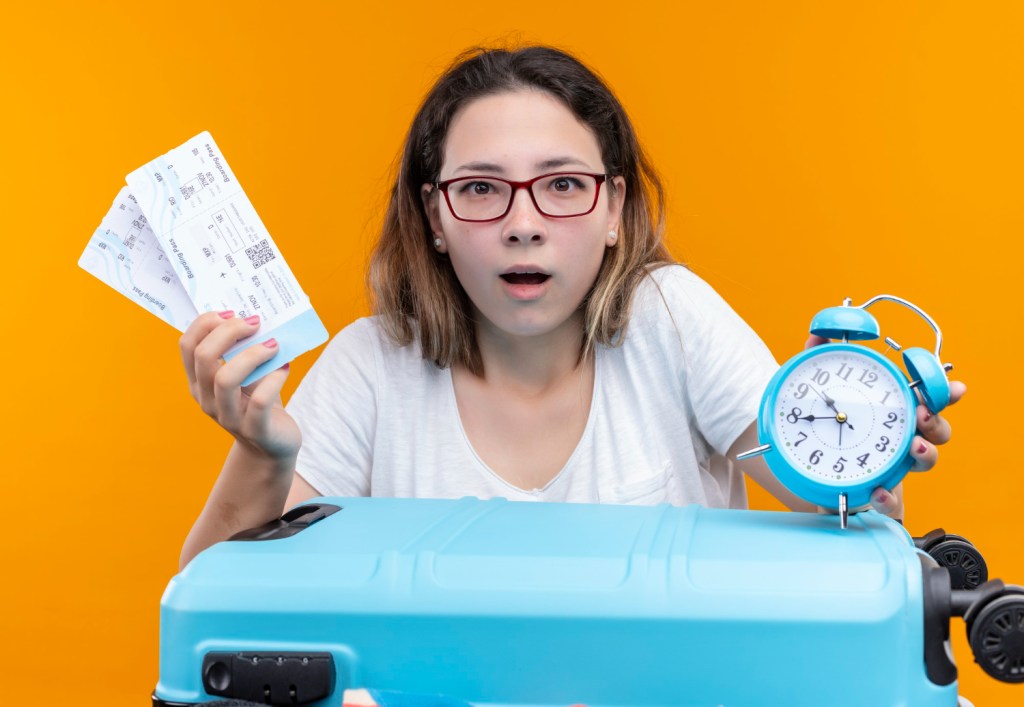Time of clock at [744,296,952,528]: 10:44
